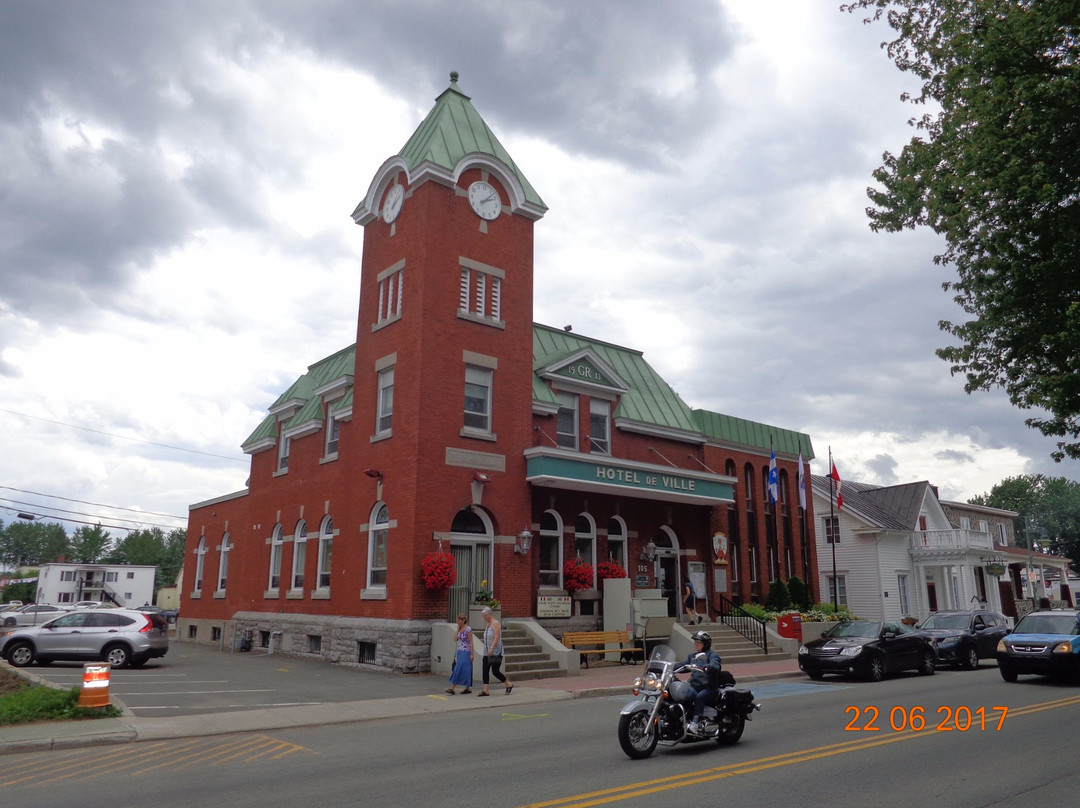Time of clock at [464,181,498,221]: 2:07
